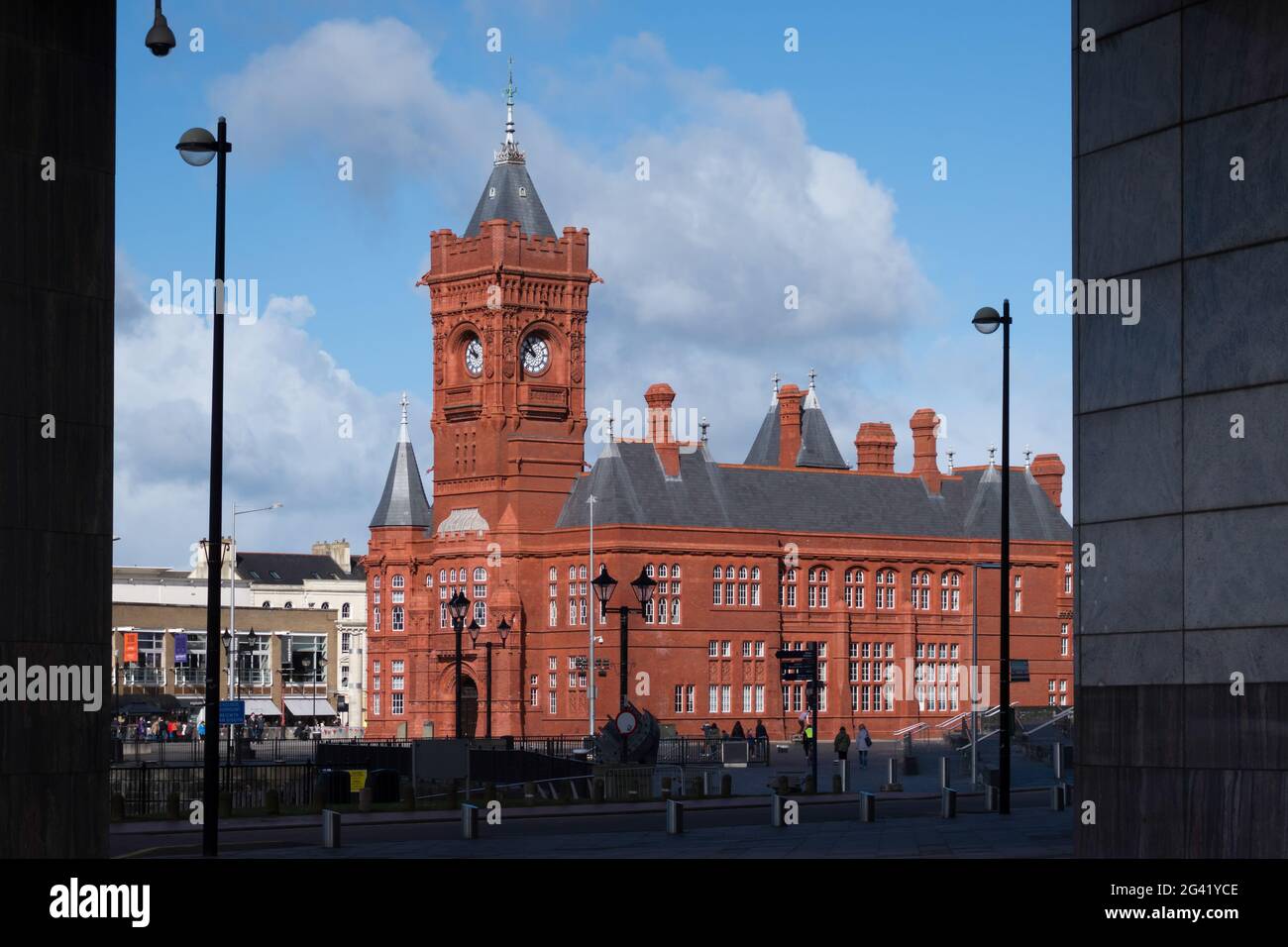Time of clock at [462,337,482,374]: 9:53
